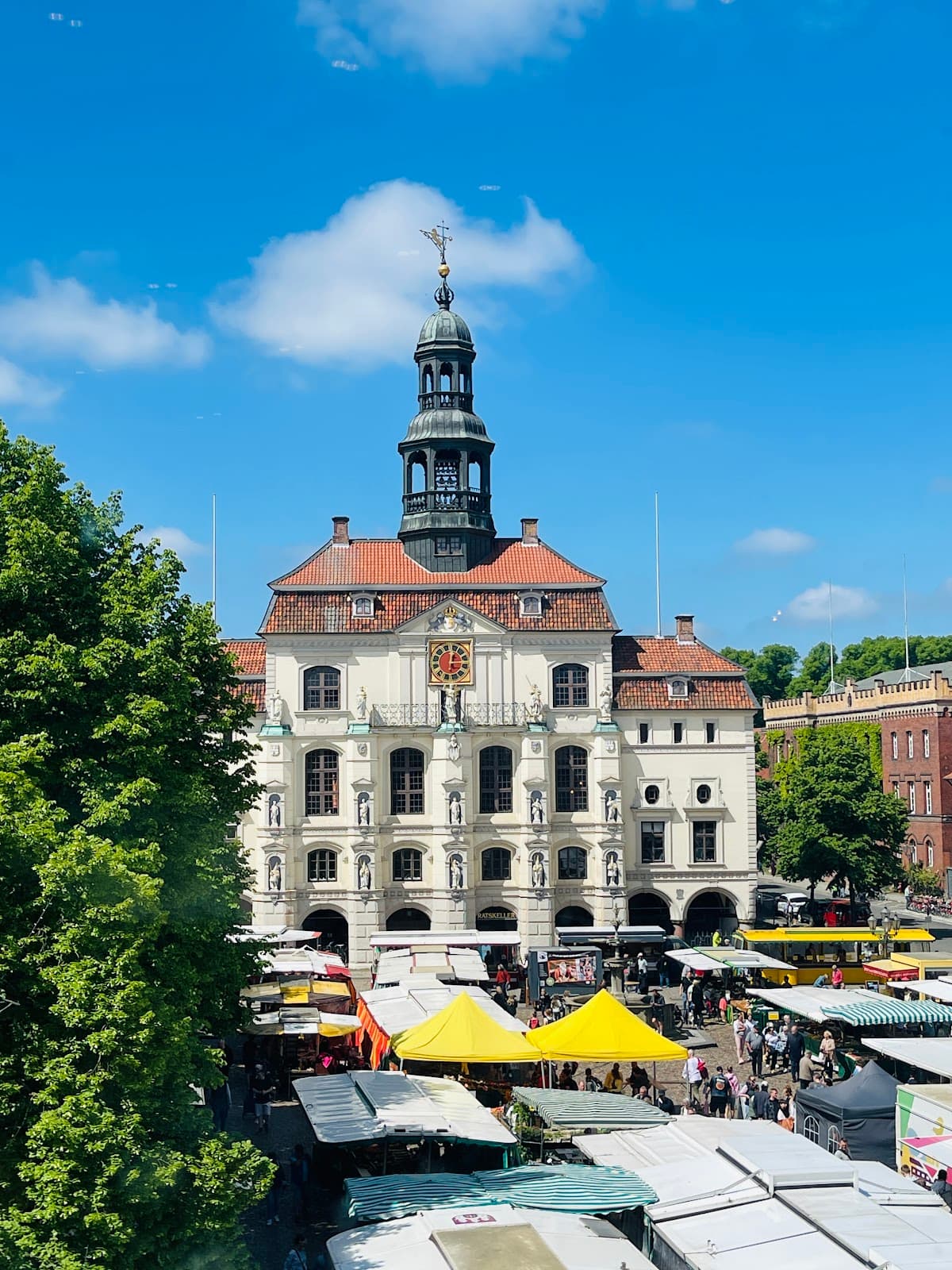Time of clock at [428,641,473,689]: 12:13
